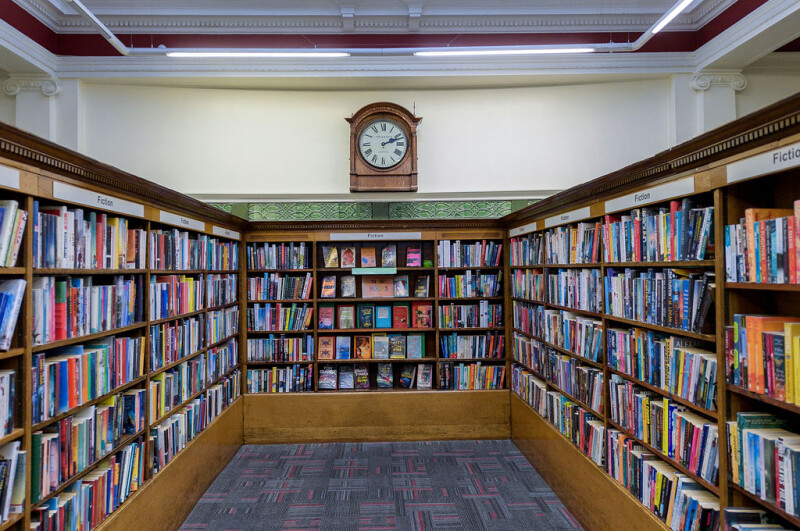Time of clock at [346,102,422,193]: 2:11
